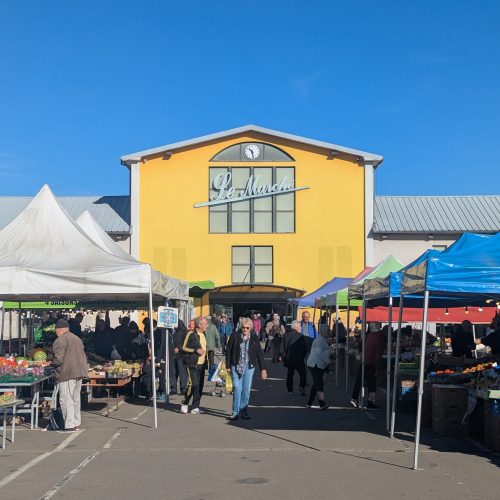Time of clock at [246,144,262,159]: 10:28
